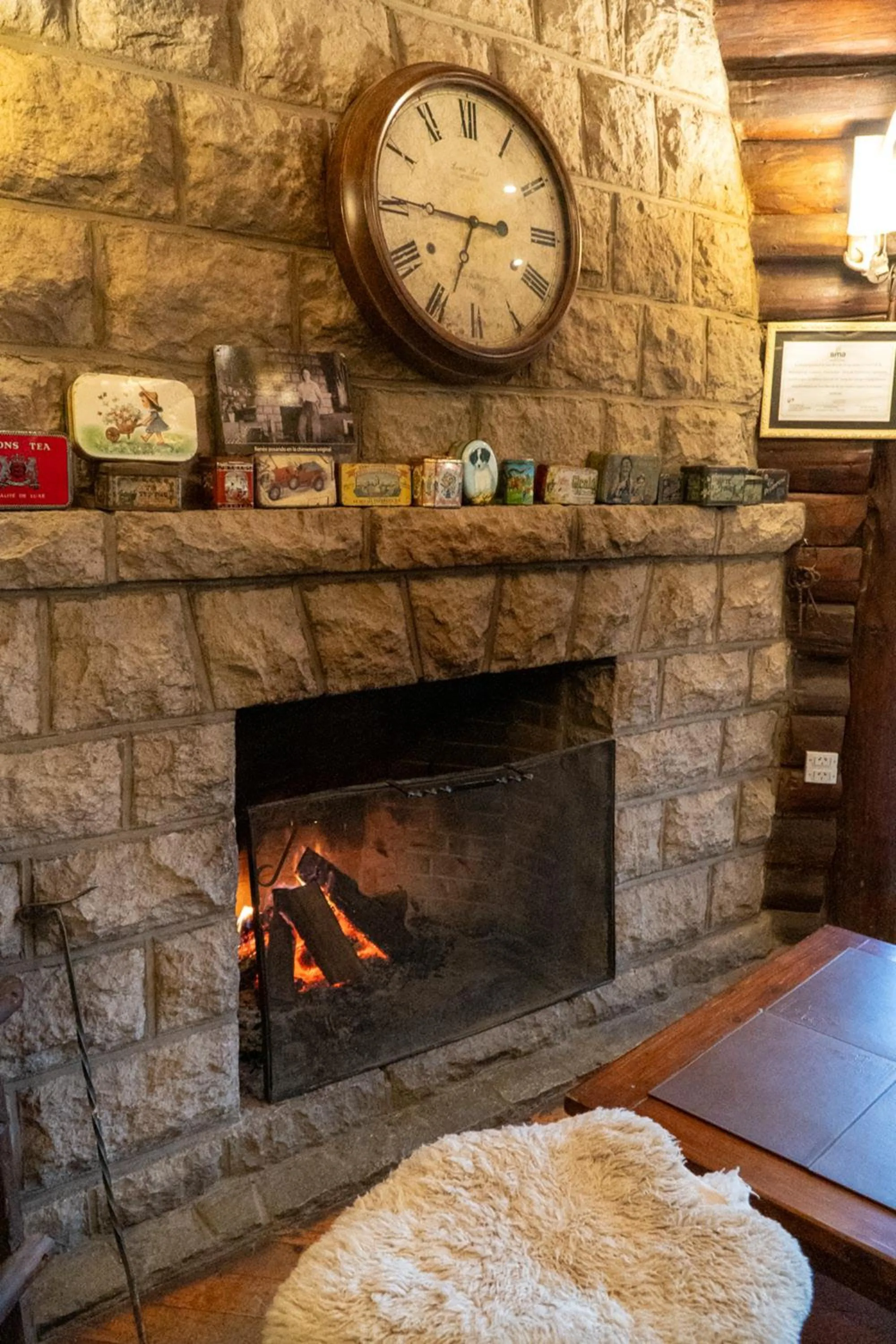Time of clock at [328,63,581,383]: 6:45
